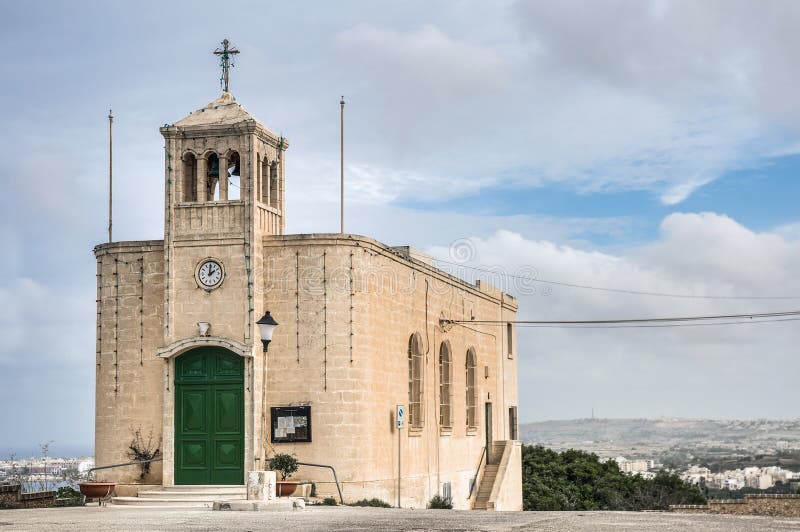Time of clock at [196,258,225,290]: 2:00
